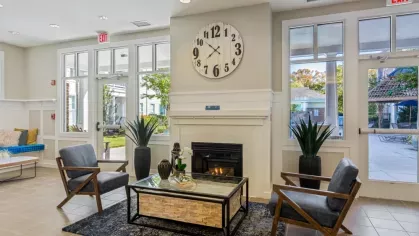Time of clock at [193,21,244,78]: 7:51
